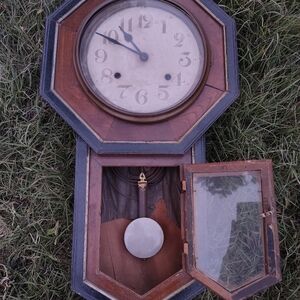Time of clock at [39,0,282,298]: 10:50
